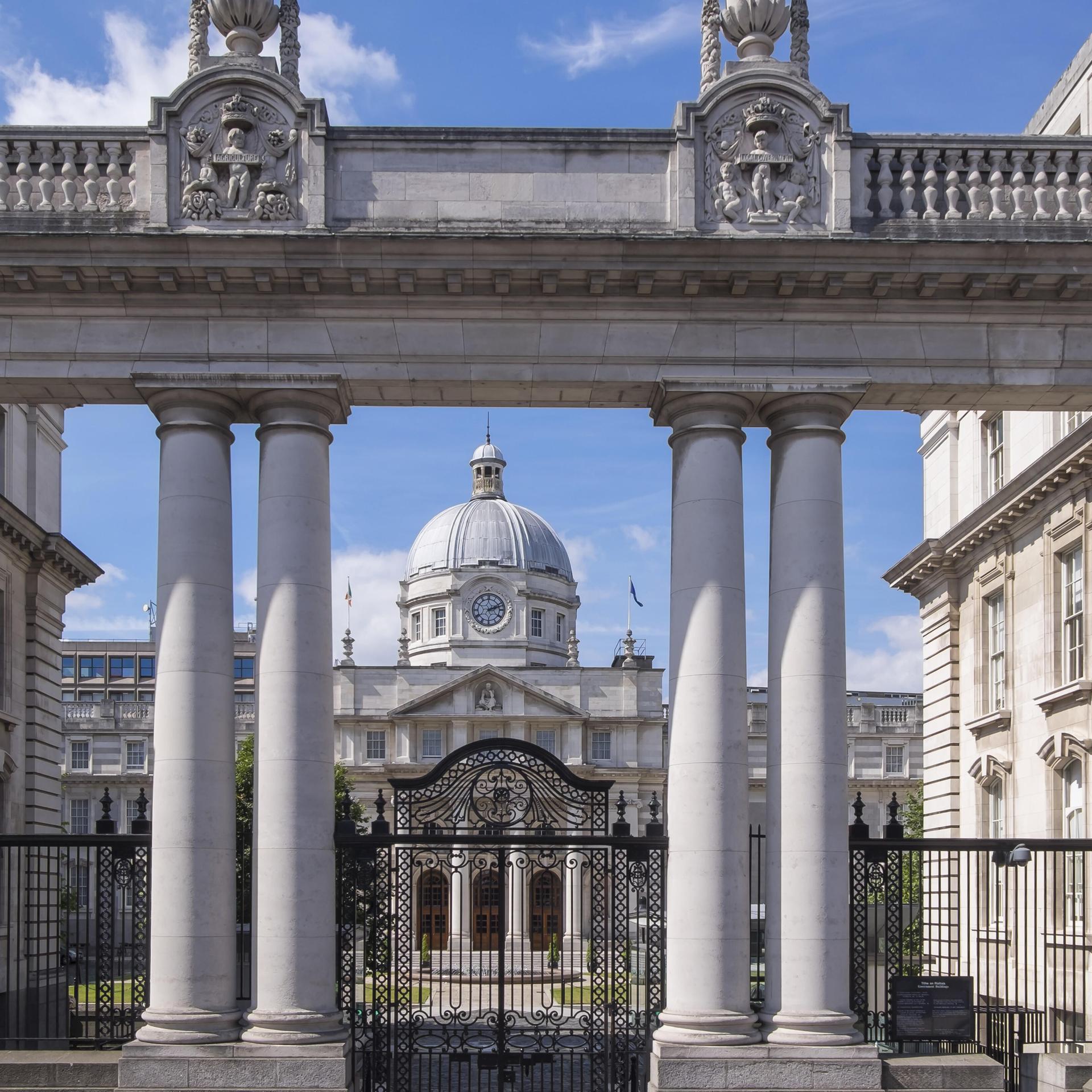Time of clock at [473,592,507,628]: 2:11
